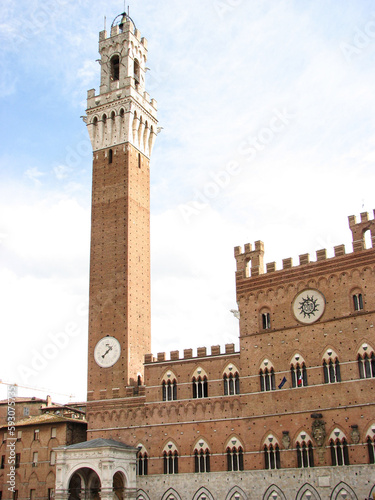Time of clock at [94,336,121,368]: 1:37
